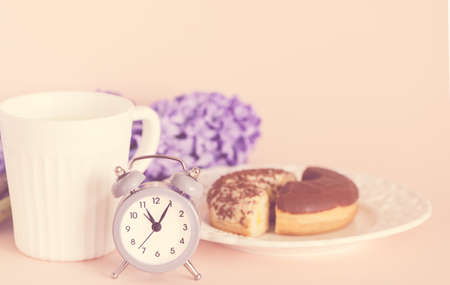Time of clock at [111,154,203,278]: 11:05
